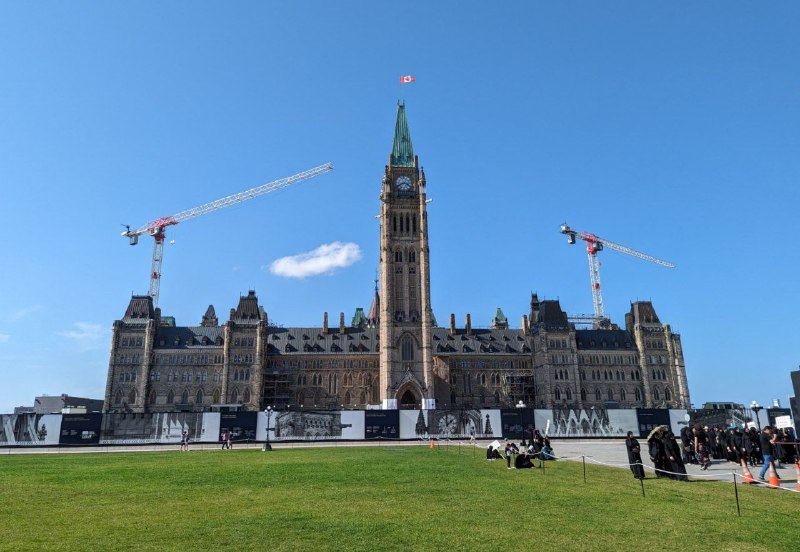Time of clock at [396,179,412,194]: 3:40
